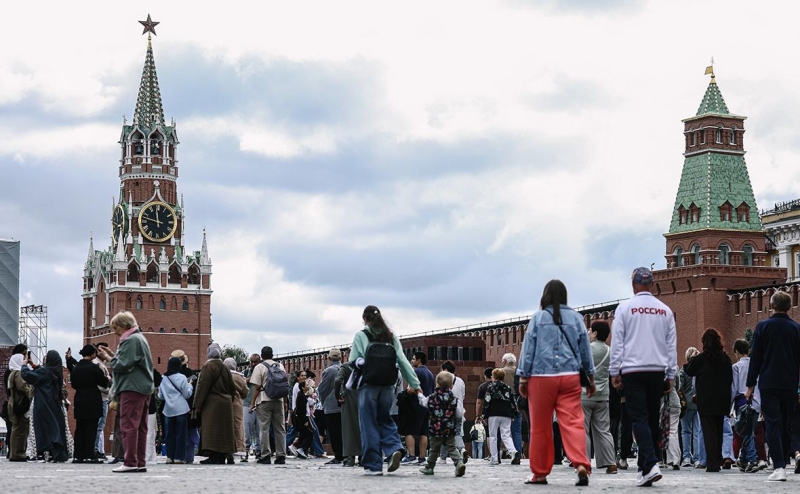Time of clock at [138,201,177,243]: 11:47
